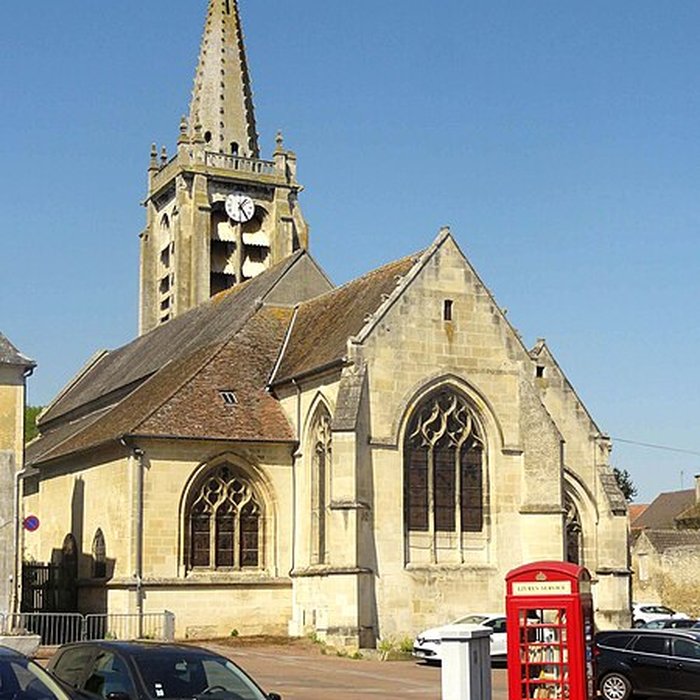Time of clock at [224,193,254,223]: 1:24
